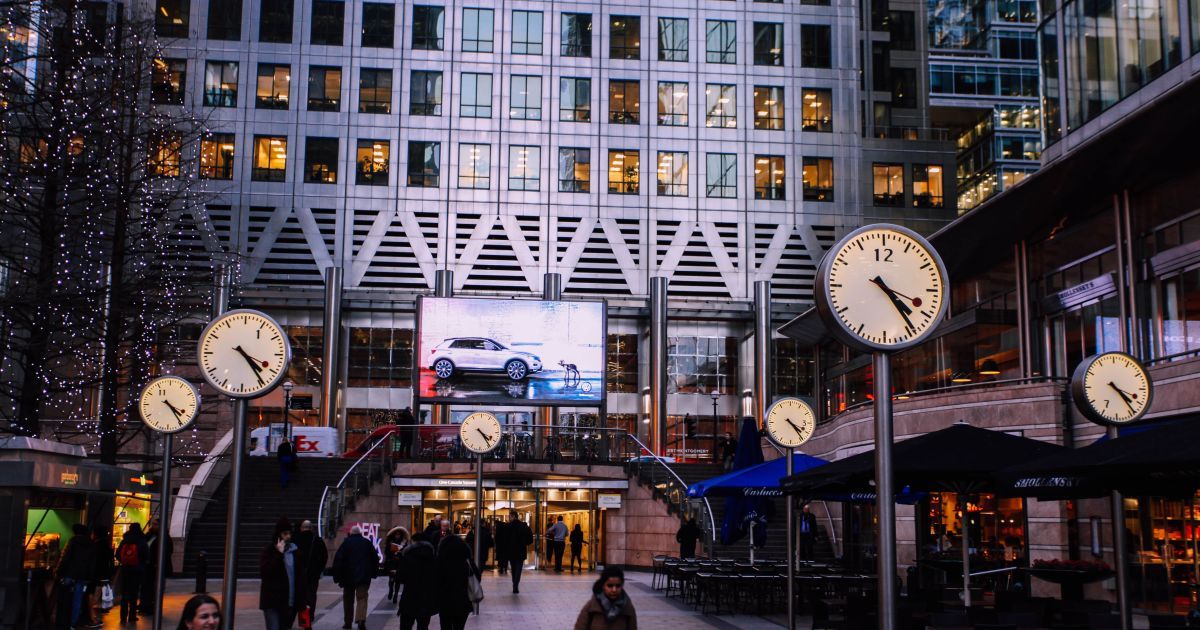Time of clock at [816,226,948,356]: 4:23
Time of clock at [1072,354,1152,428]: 4:23
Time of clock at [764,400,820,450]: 4:23
